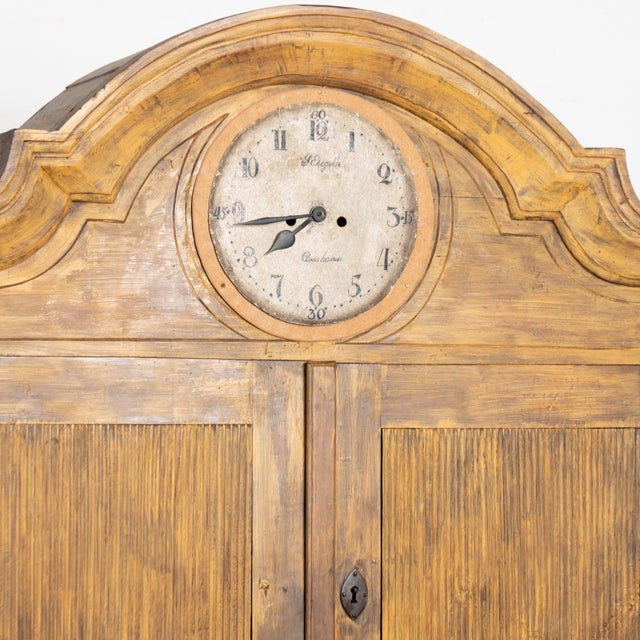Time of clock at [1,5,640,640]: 7:43
